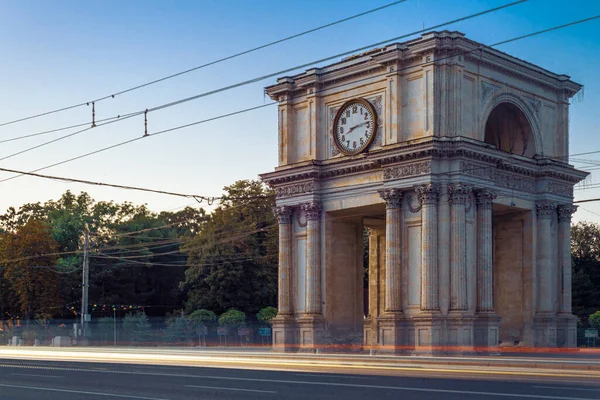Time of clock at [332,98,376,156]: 8:13
